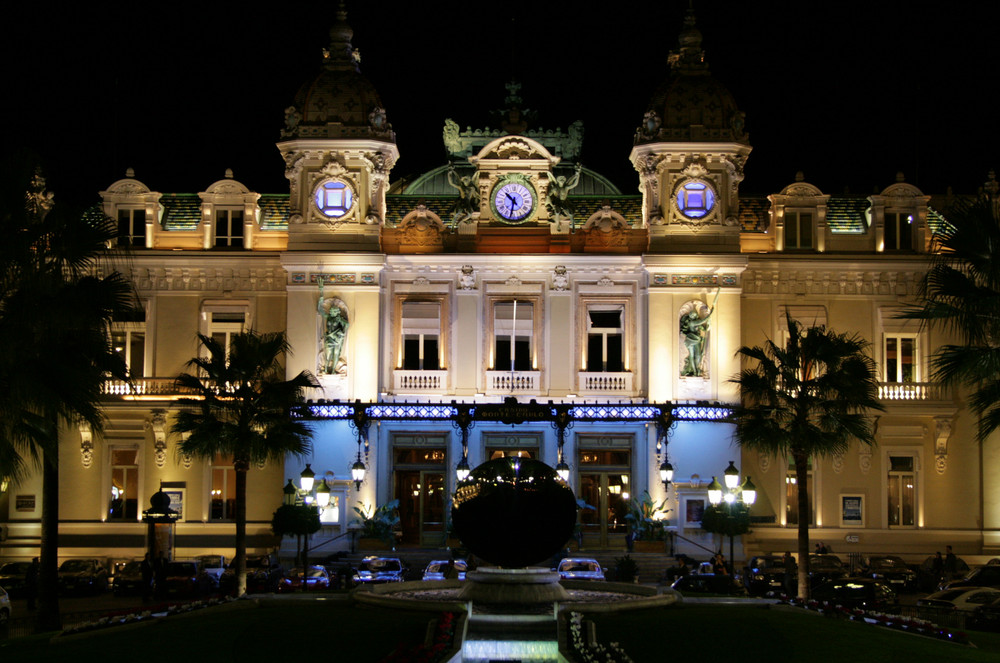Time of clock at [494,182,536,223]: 10:32
